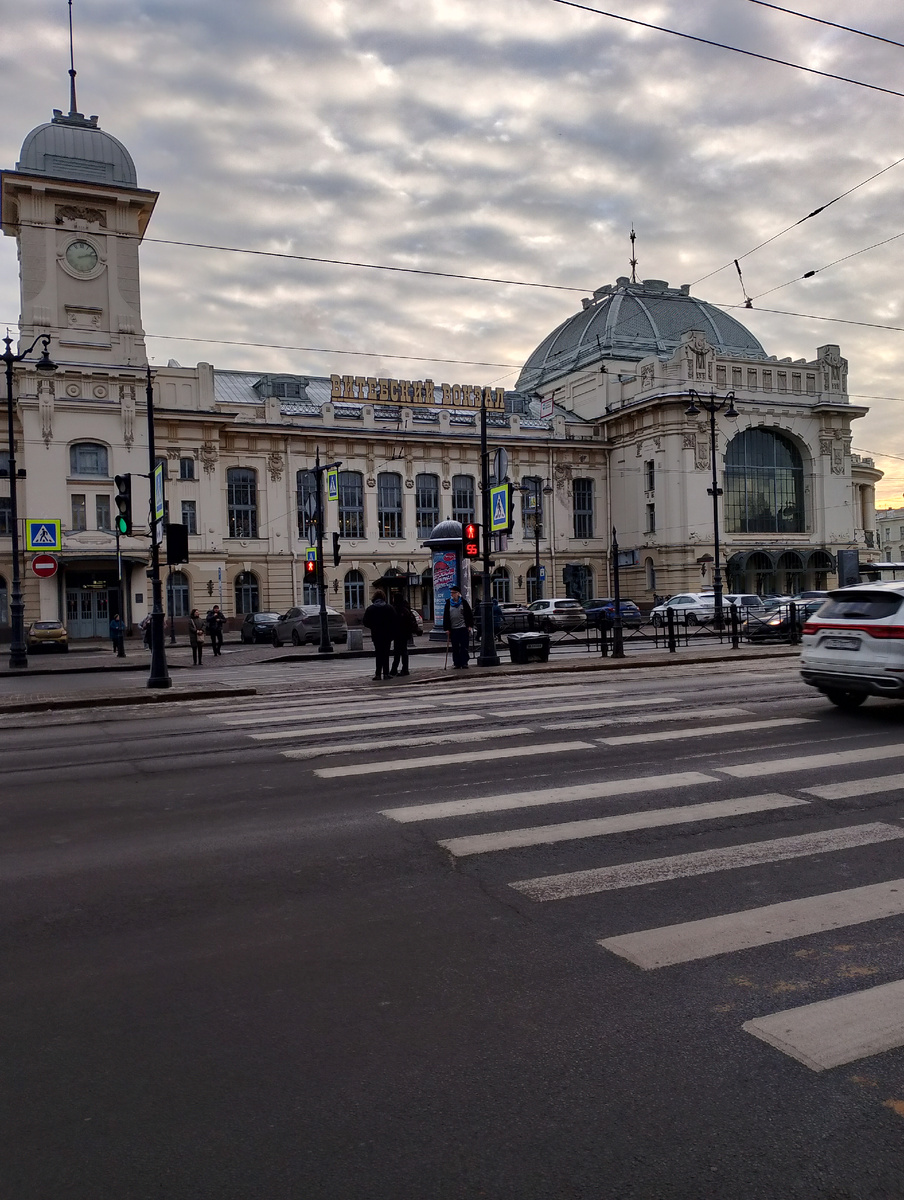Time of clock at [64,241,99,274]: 2:12
